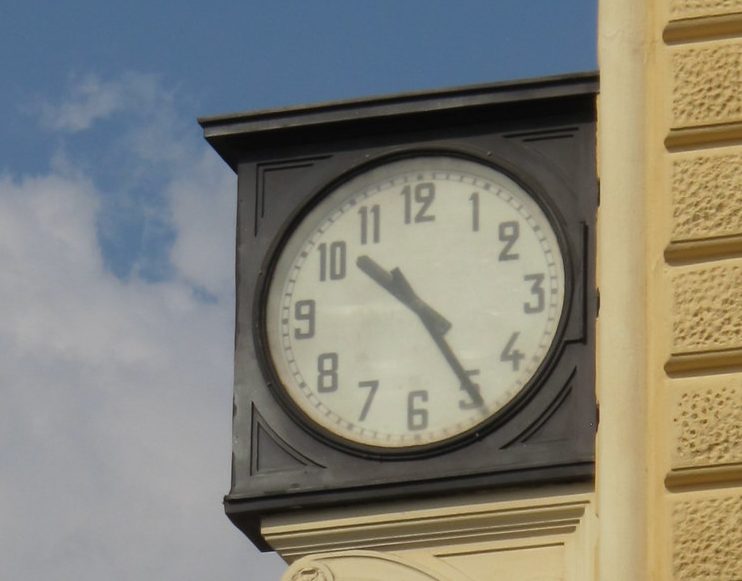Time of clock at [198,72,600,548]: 10:24
